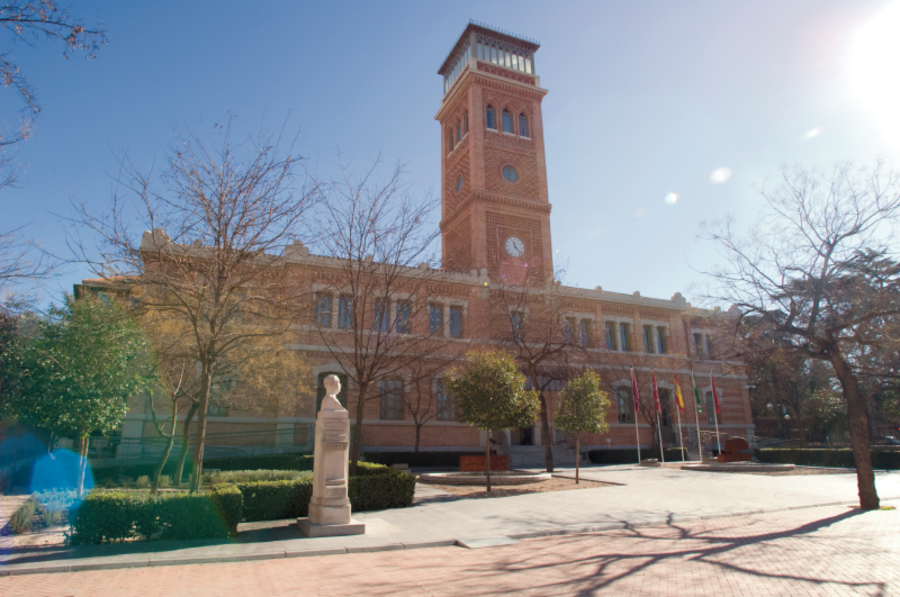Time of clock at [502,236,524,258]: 11:22
